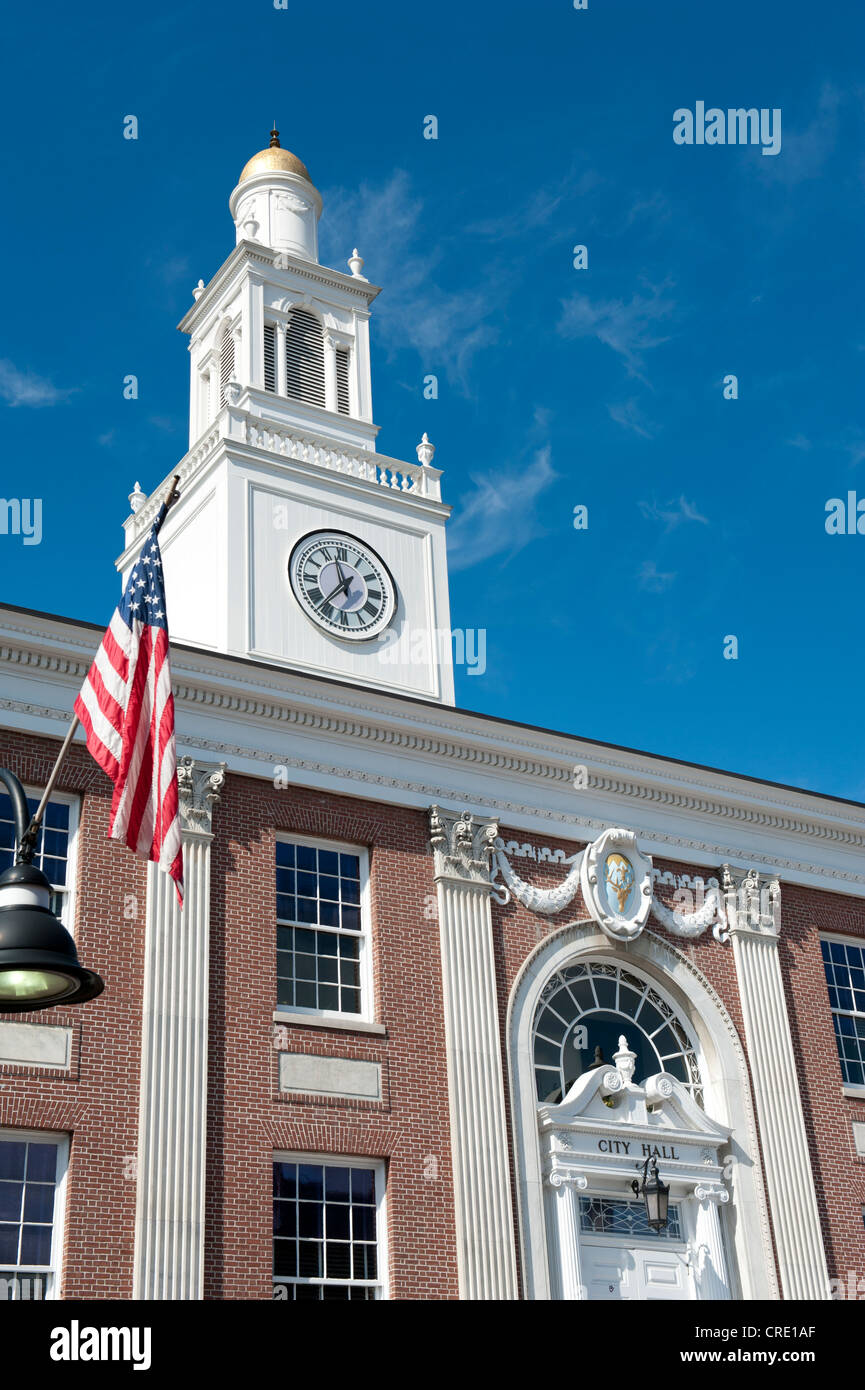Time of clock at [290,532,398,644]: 11:36
